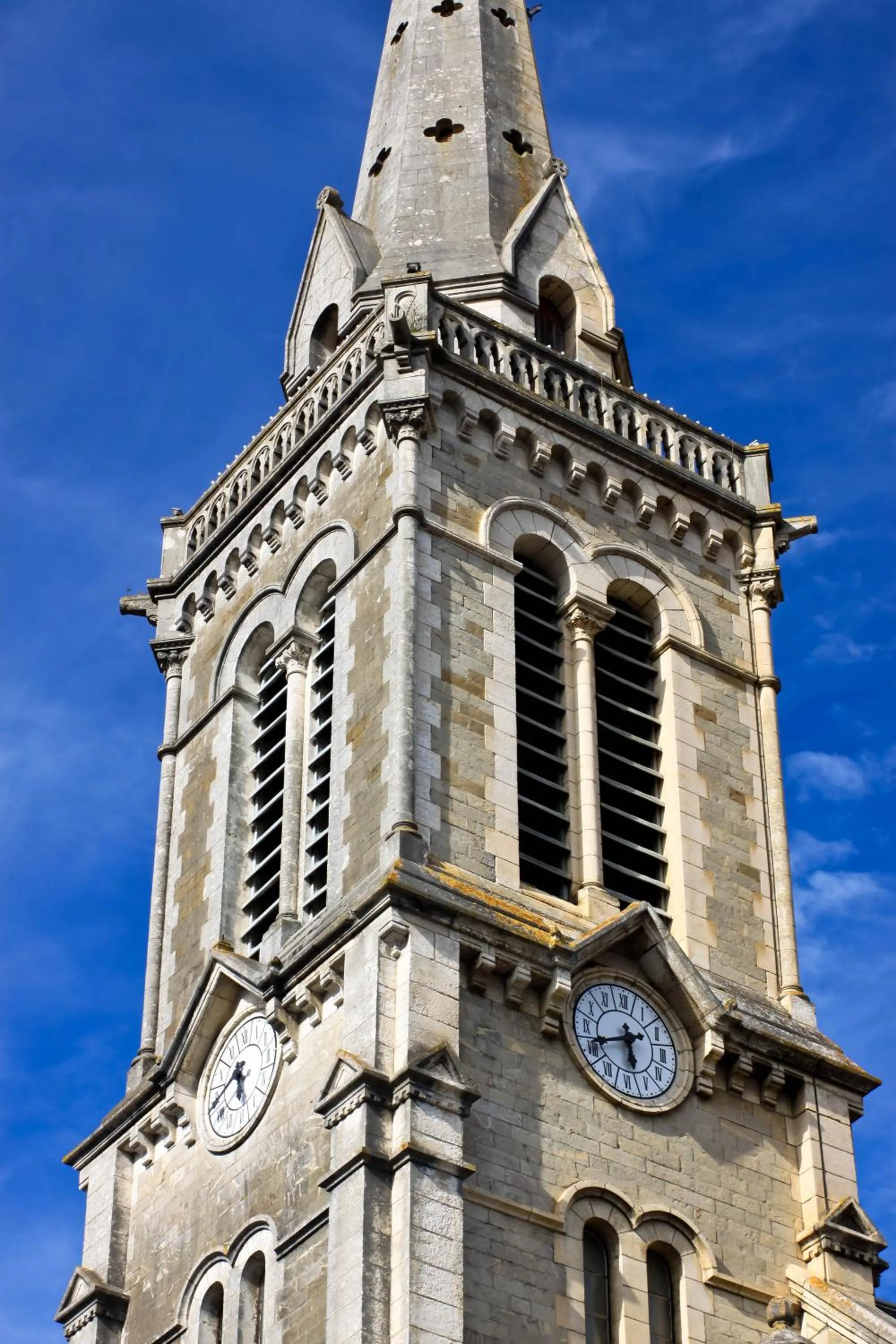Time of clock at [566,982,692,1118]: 5:41
